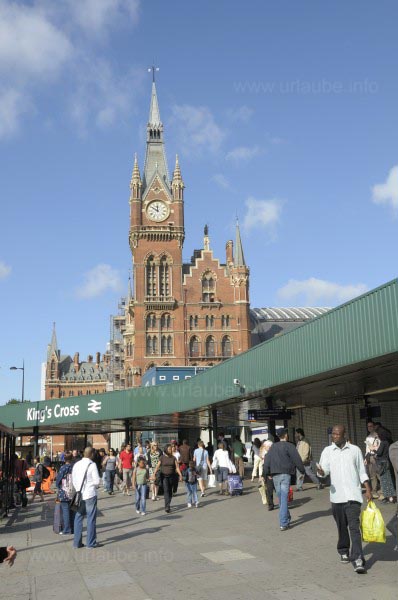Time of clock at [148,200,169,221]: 11:50
